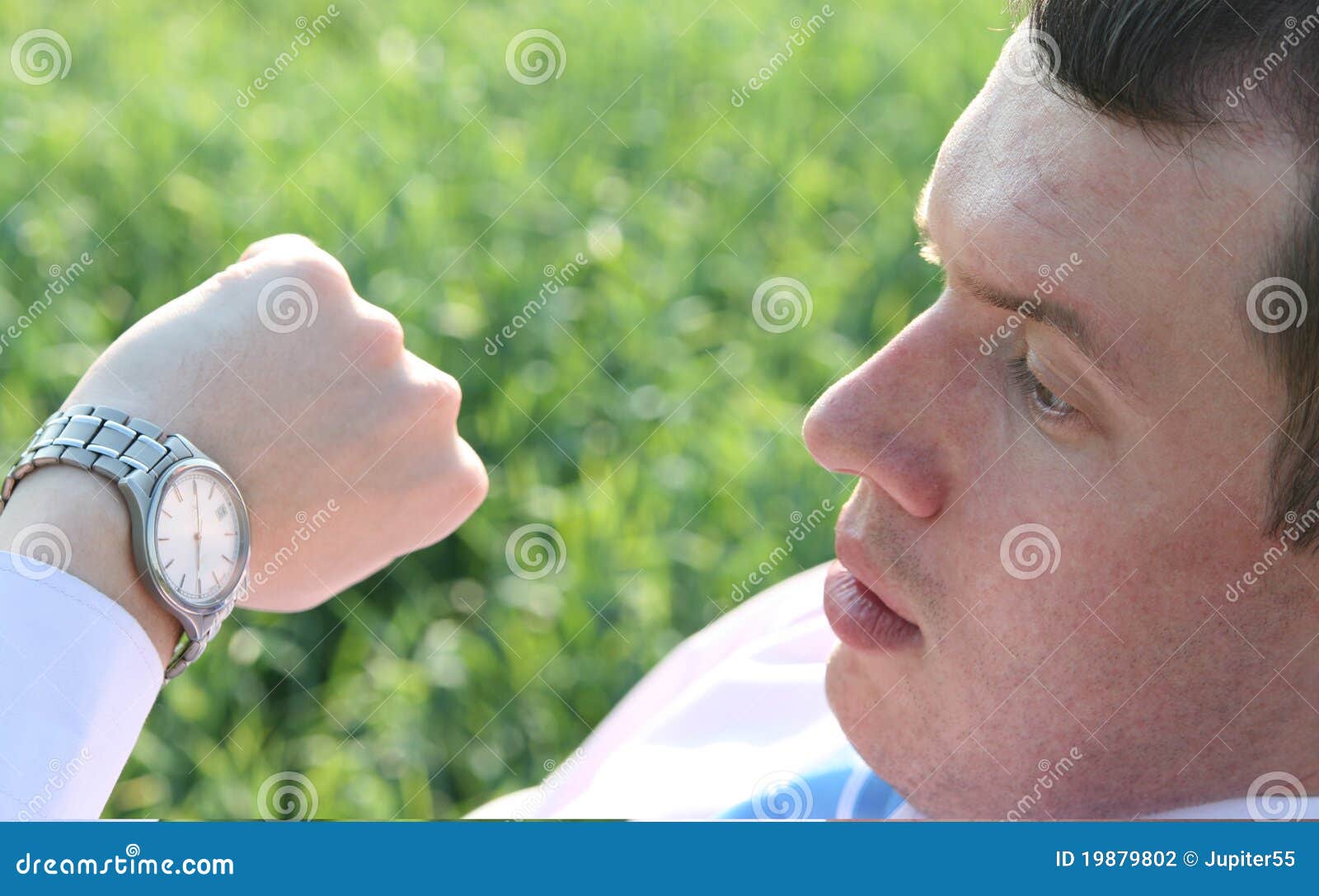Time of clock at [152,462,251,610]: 6:00
